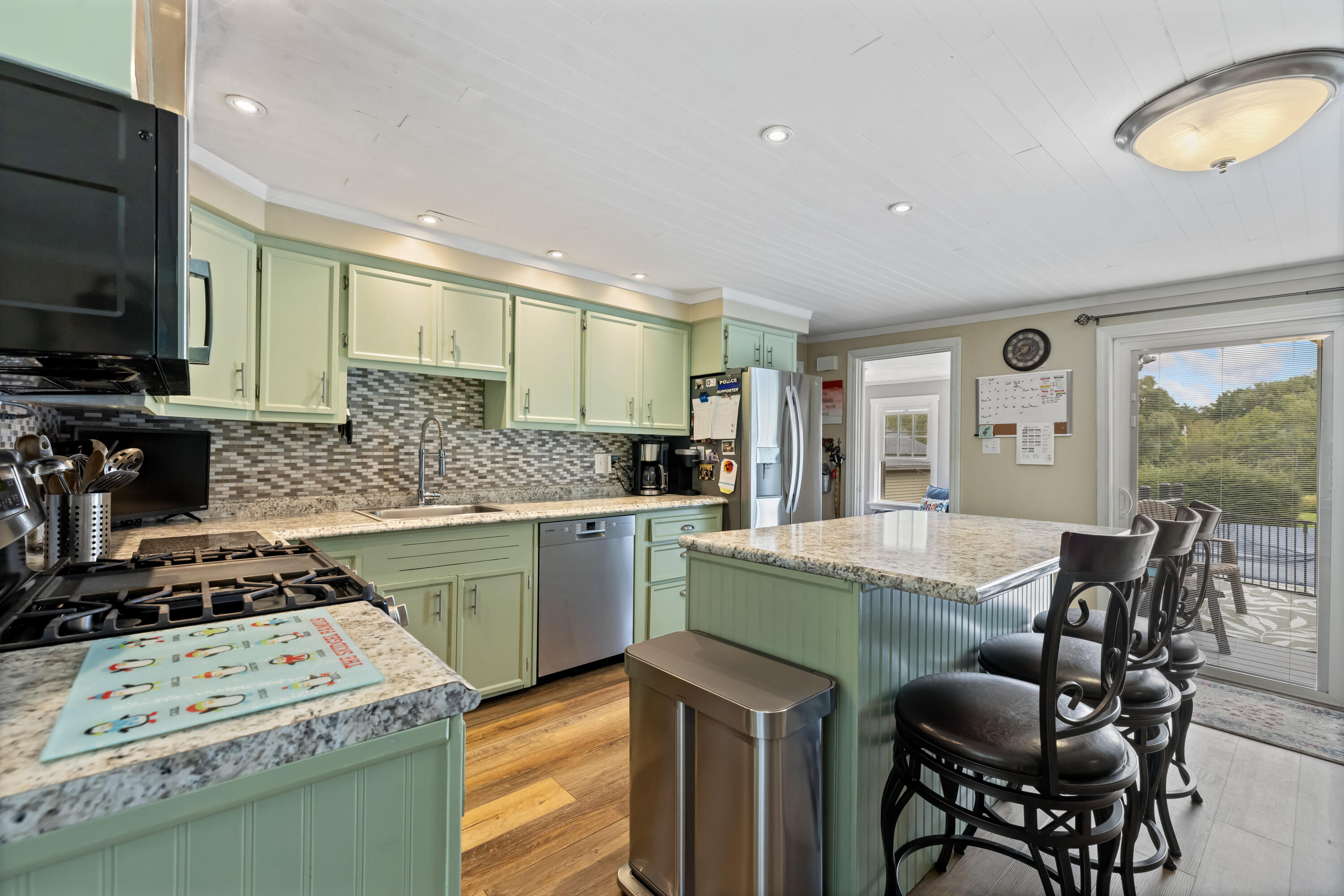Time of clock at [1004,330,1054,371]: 10:39
